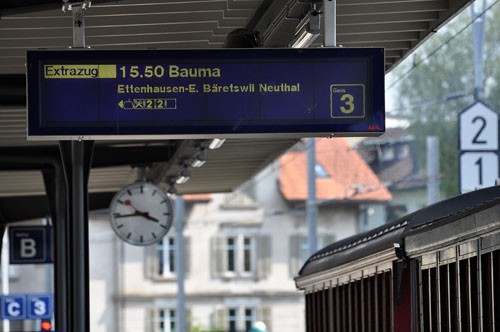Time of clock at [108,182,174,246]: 3:43
